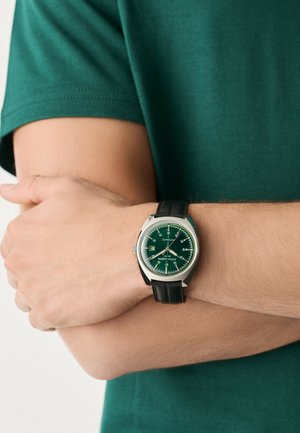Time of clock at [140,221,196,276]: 4:06
